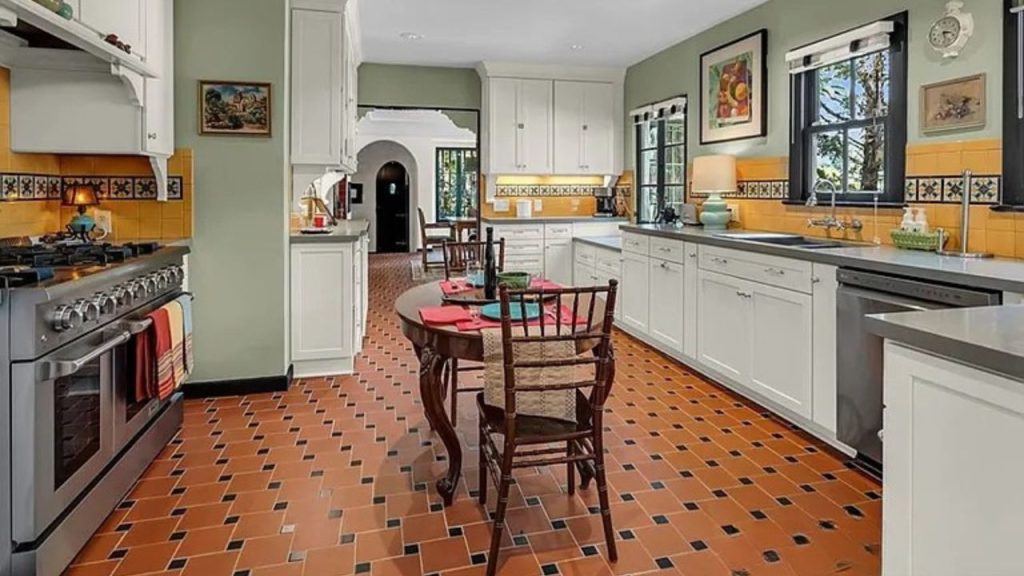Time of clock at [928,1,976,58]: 3:27
